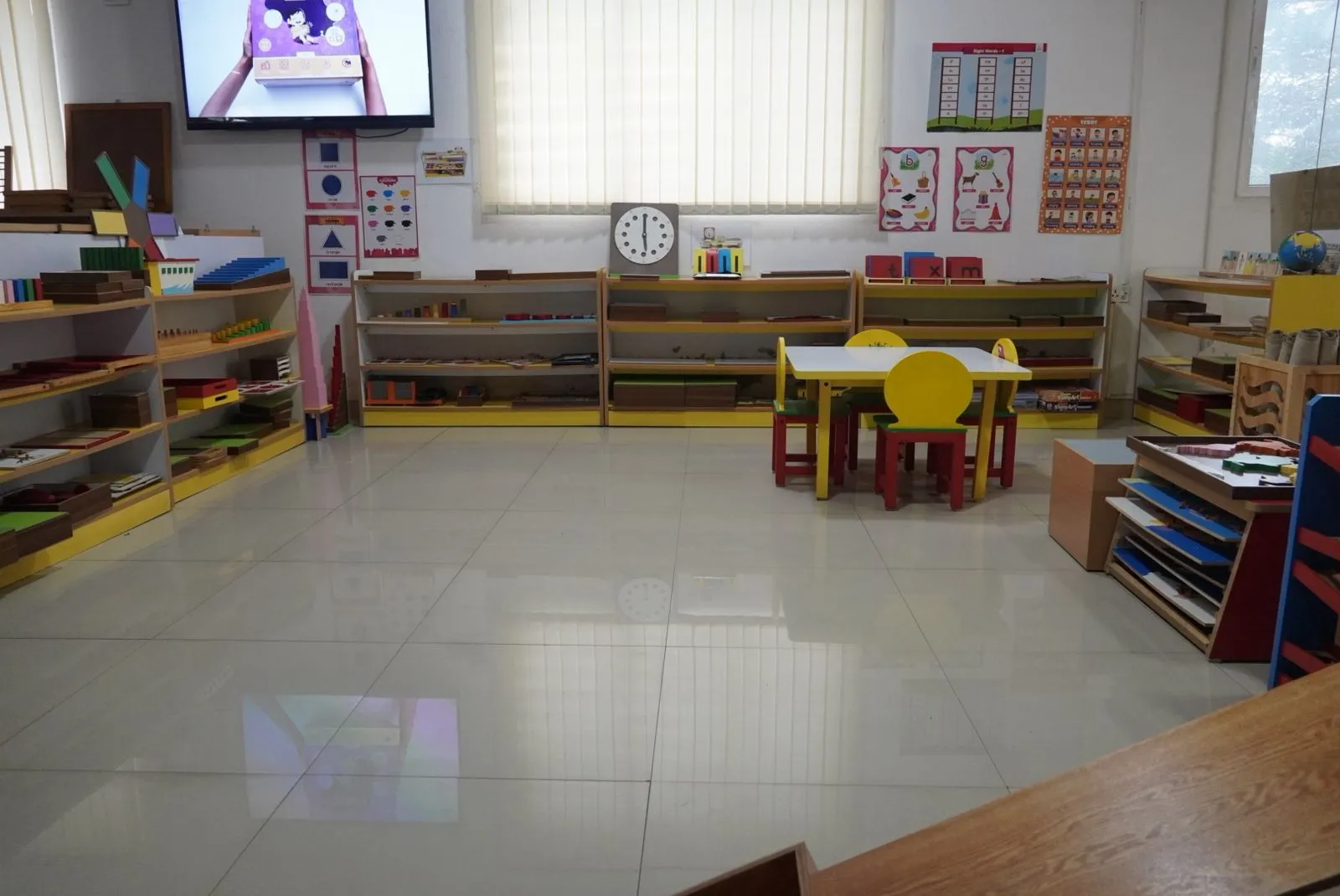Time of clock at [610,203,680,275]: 5:59
